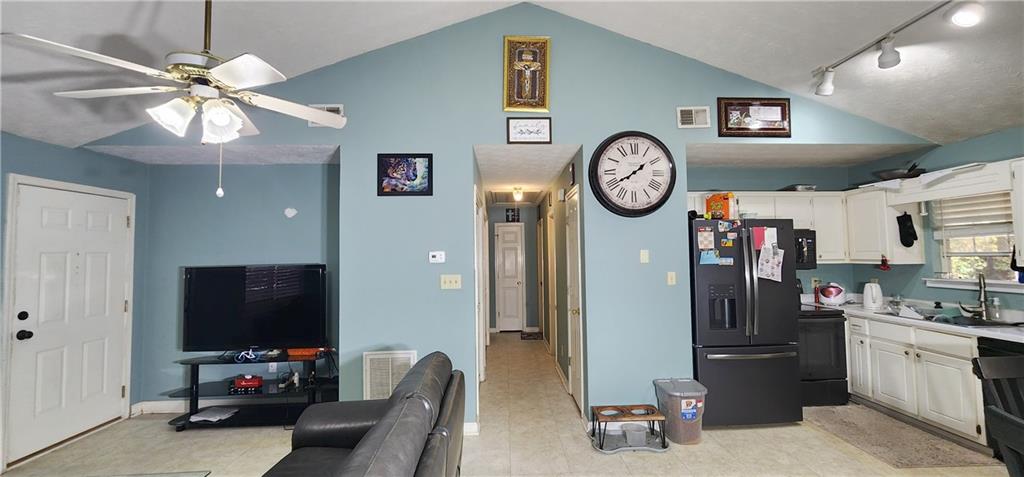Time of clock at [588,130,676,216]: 1:39
